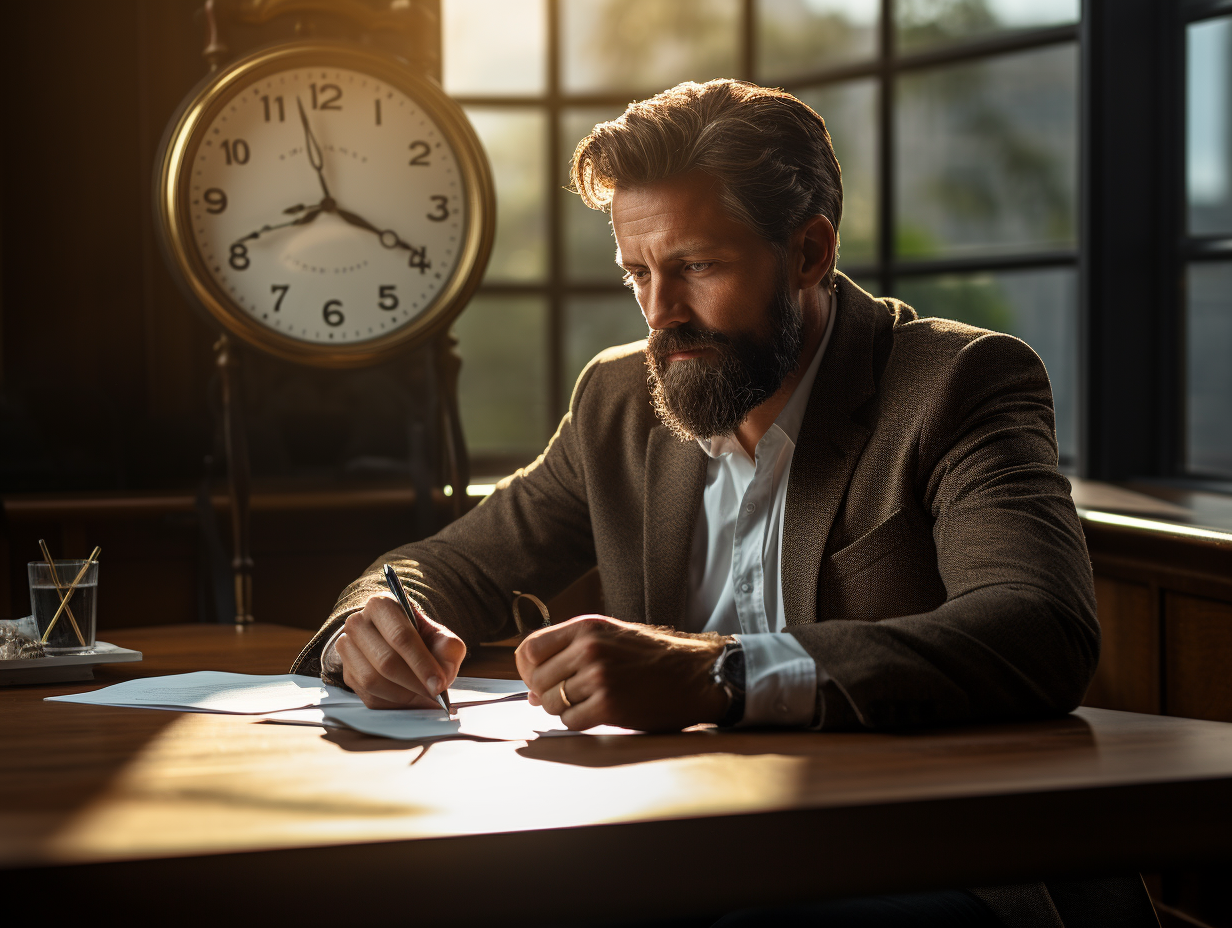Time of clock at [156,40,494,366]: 3:57
